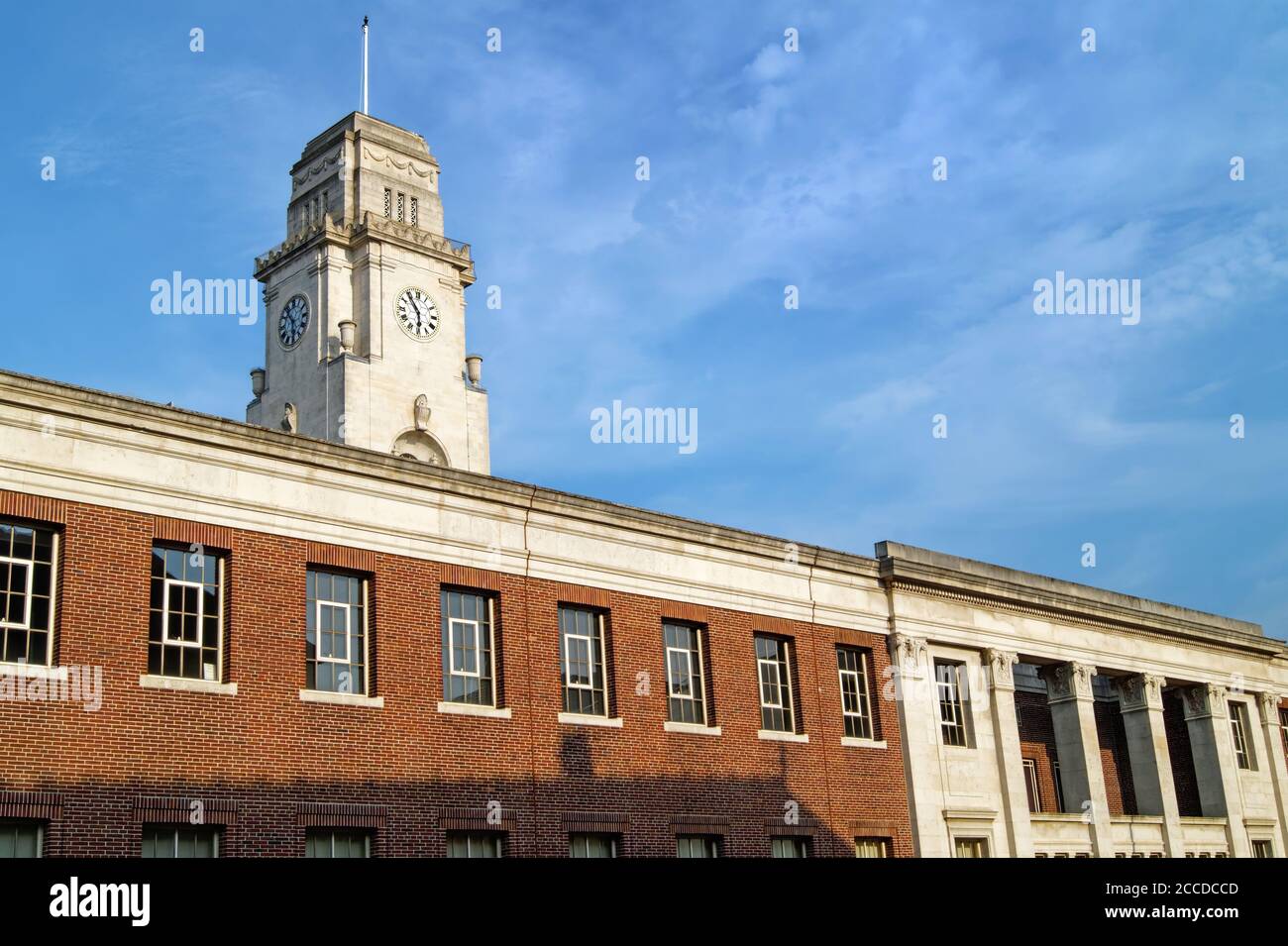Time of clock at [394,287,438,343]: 5:54
